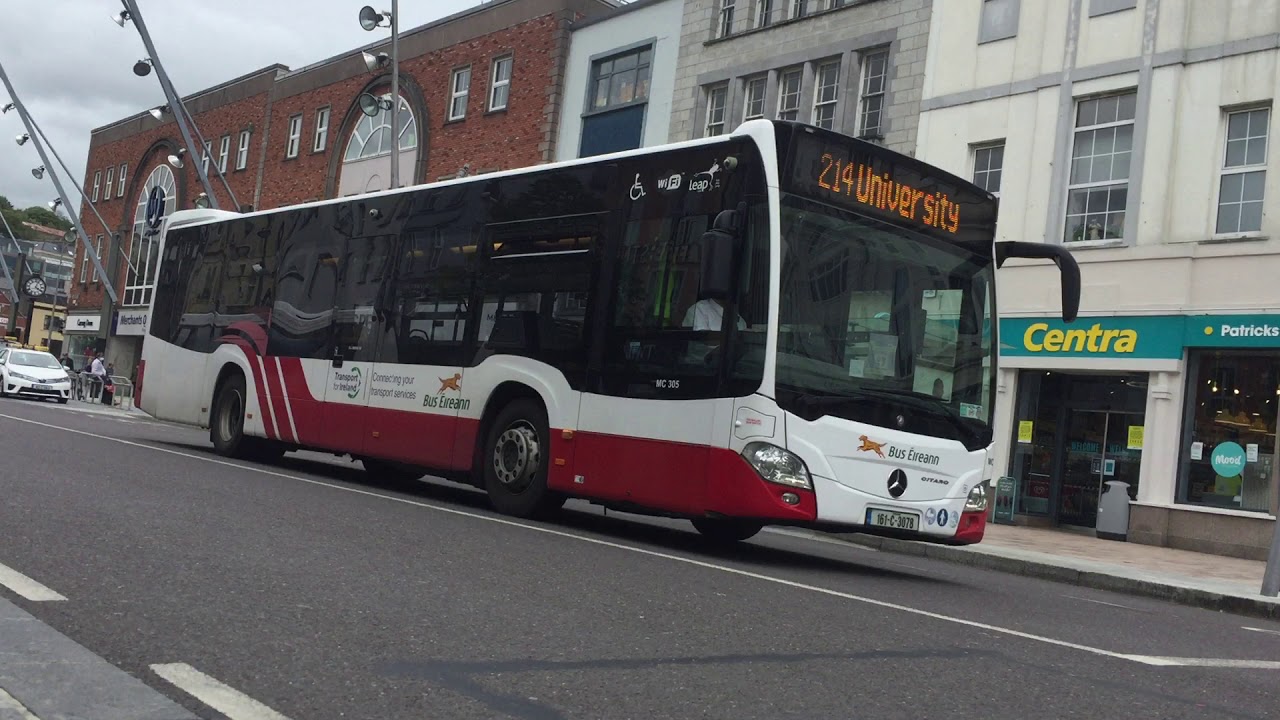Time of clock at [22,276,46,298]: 4:03
